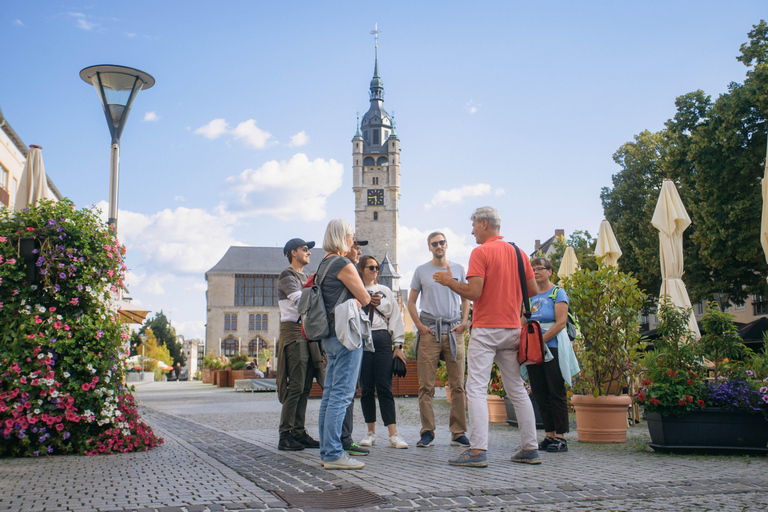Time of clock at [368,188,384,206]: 5:44
